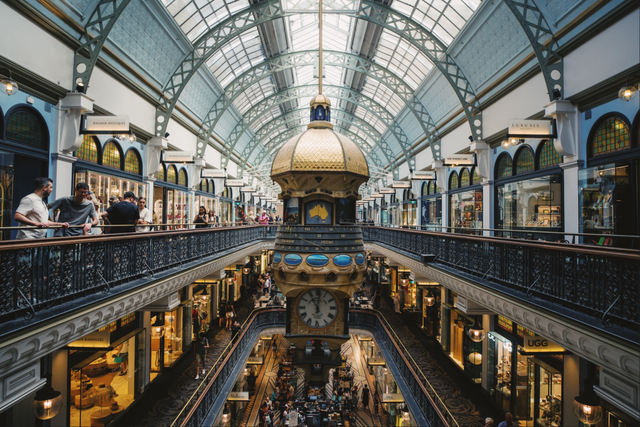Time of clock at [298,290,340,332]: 11:01
